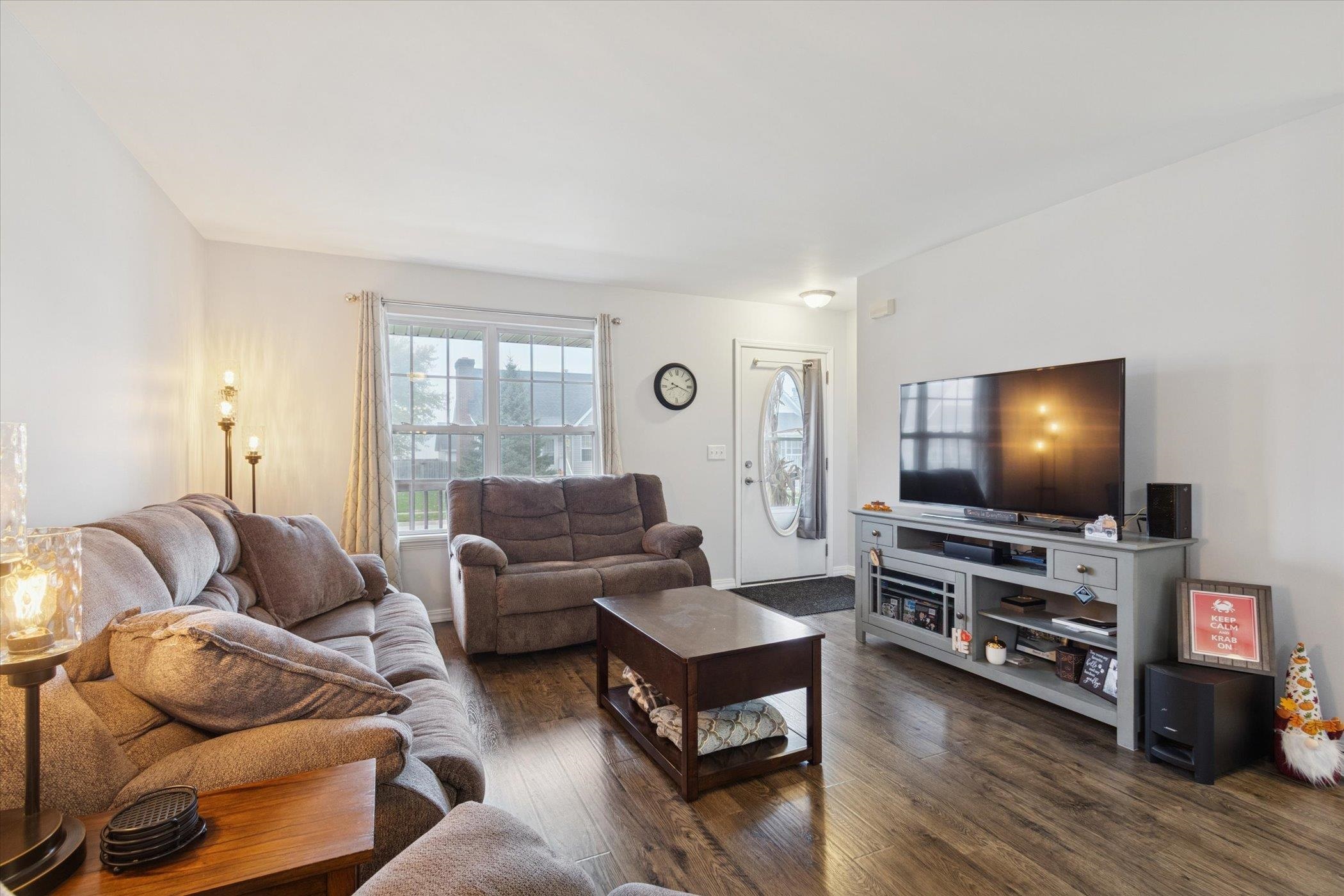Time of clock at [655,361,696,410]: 8:18
